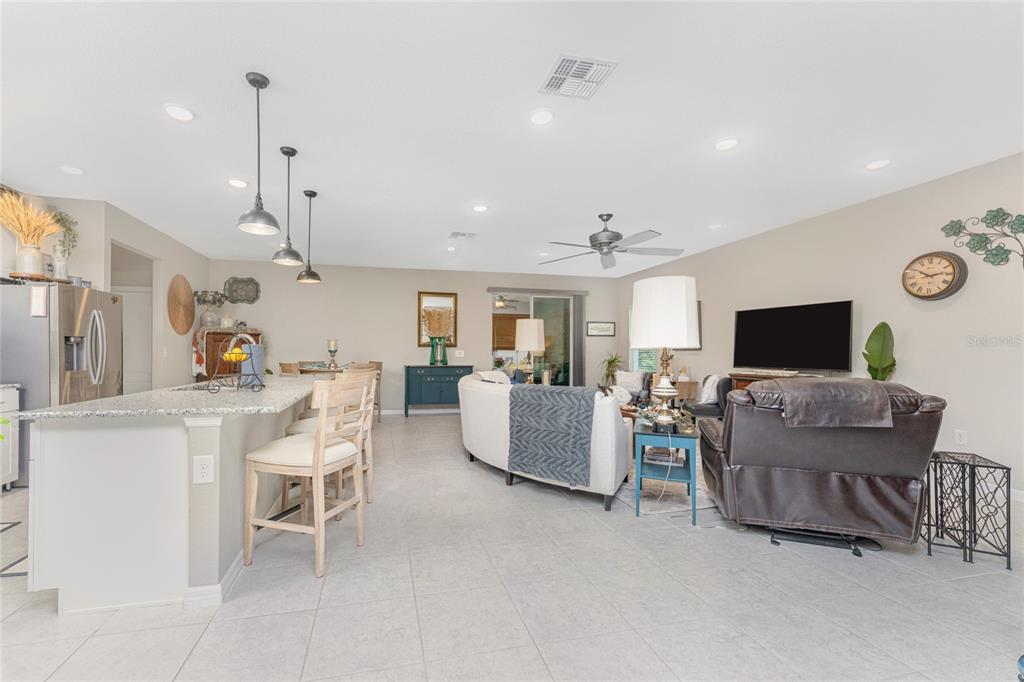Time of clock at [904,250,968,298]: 10:13
